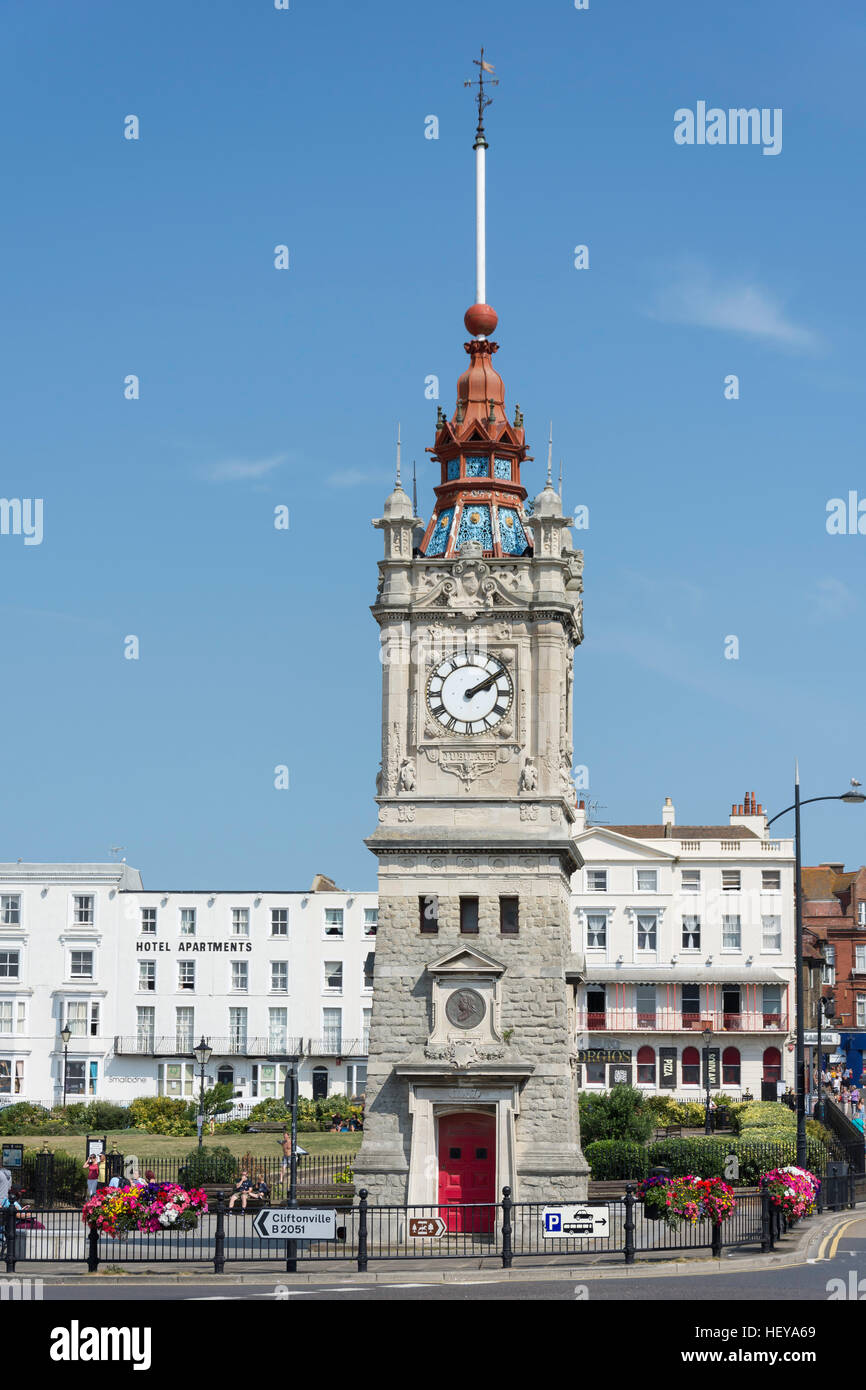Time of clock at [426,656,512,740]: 2:09
